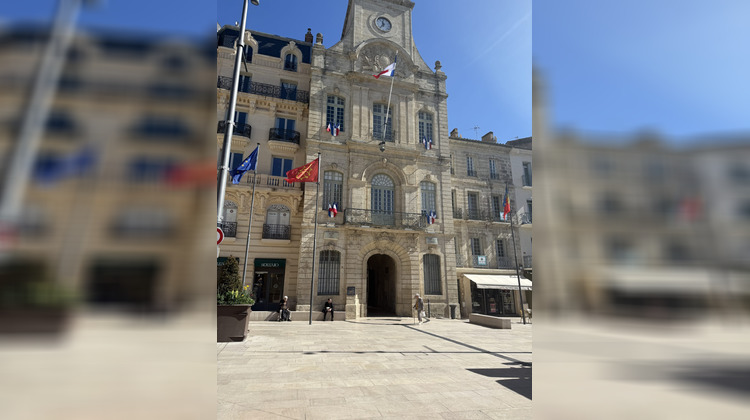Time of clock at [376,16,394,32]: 11:36
